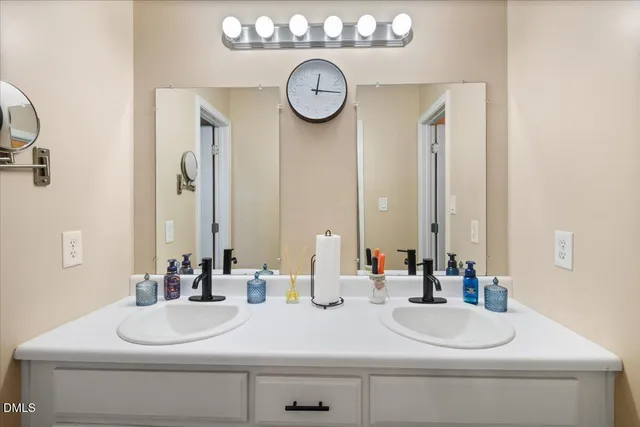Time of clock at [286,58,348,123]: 12:15
